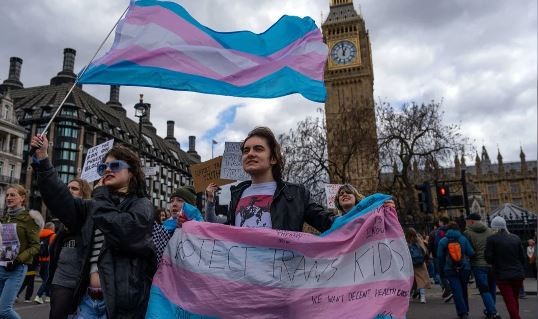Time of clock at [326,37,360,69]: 12:59
